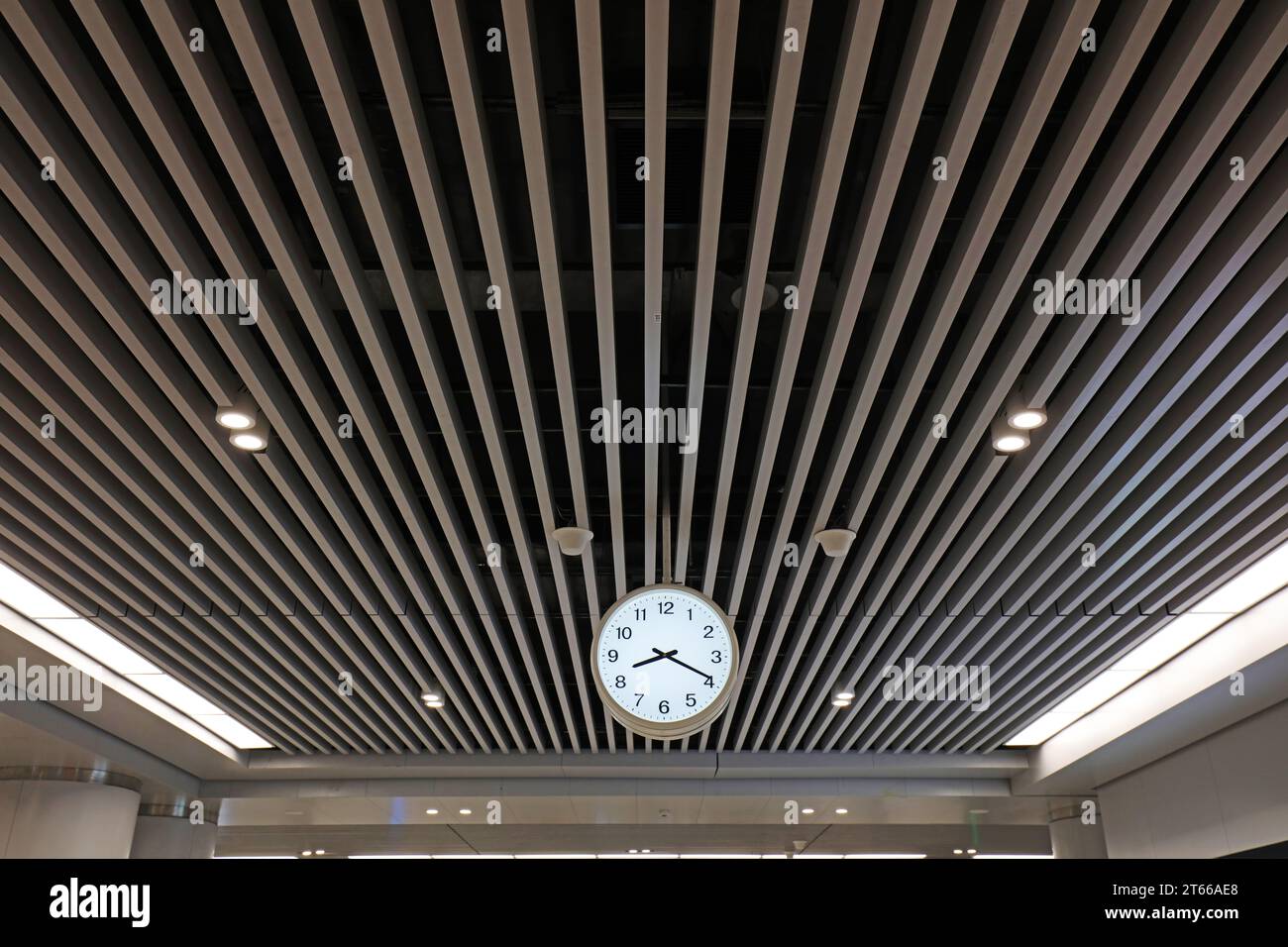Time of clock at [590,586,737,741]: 8:19
